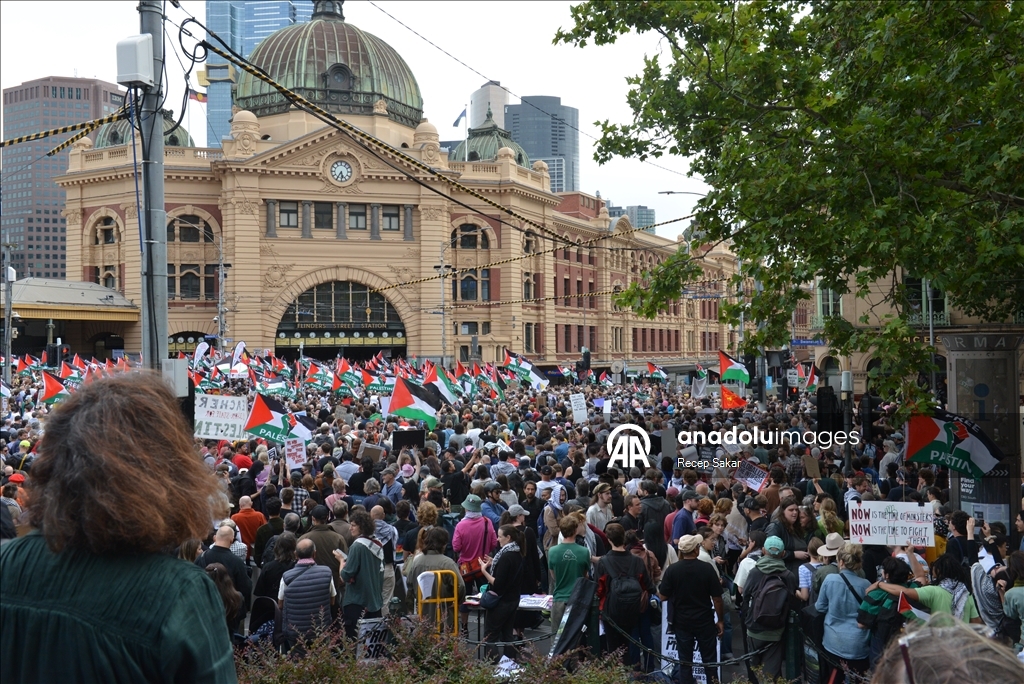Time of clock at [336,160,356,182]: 5:35
